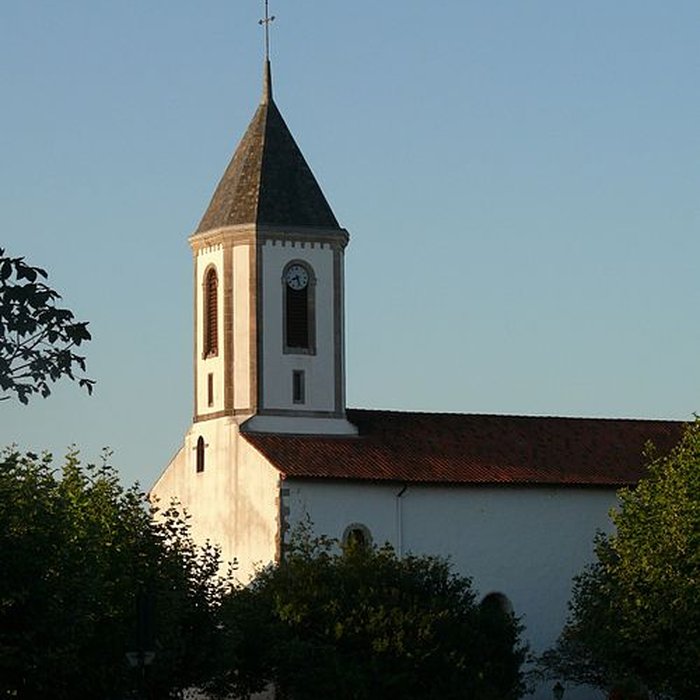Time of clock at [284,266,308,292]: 8:27
